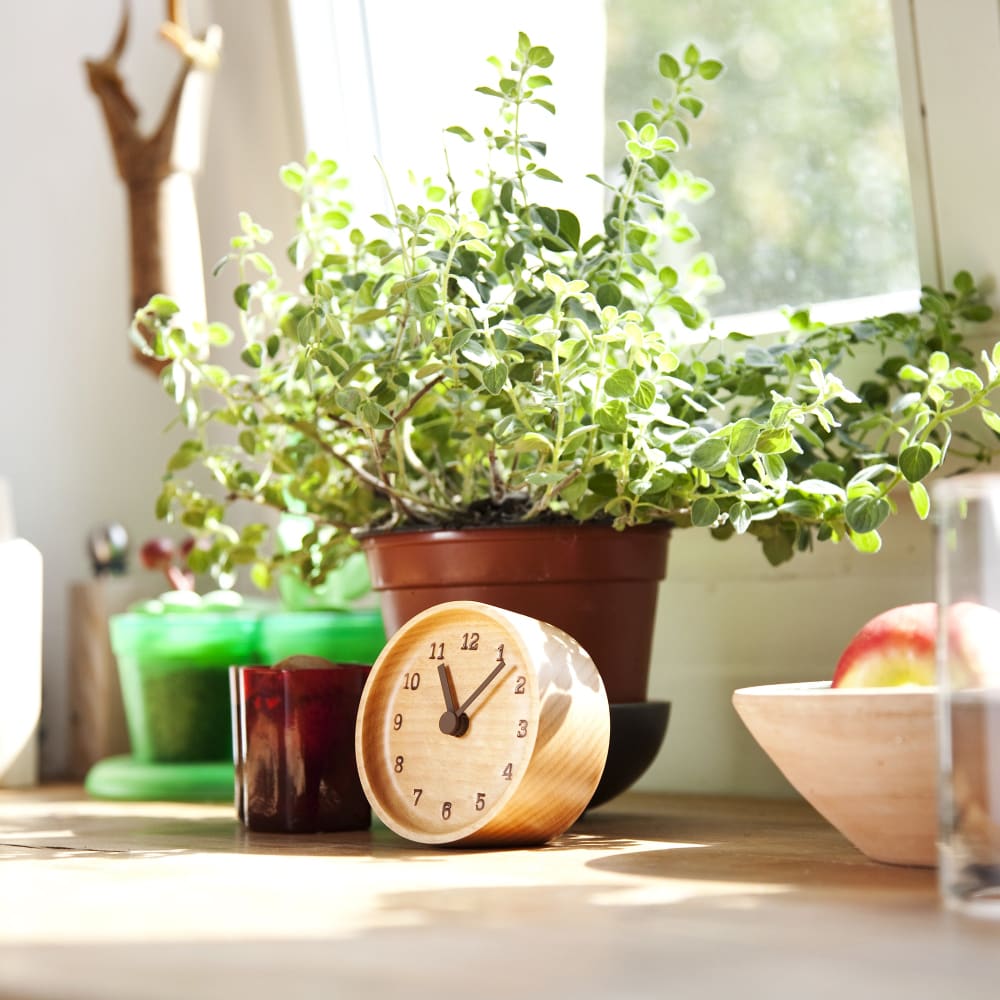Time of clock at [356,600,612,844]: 11:07
